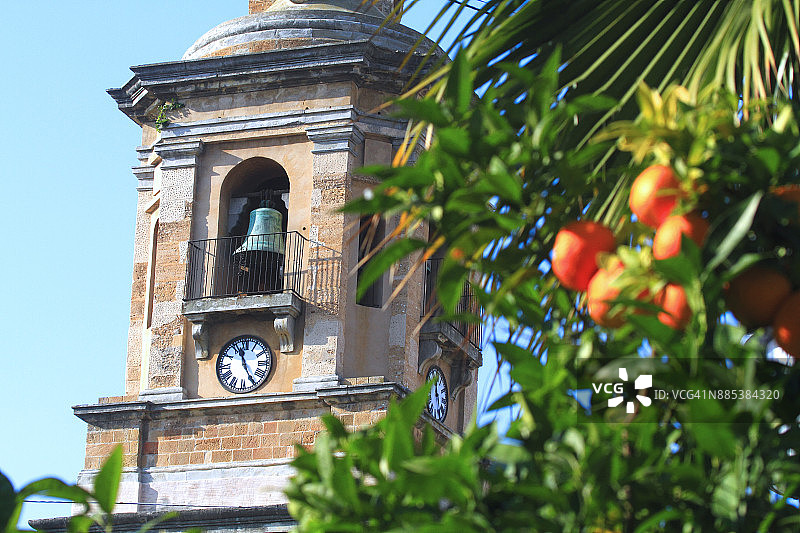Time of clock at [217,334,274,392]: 11:25
